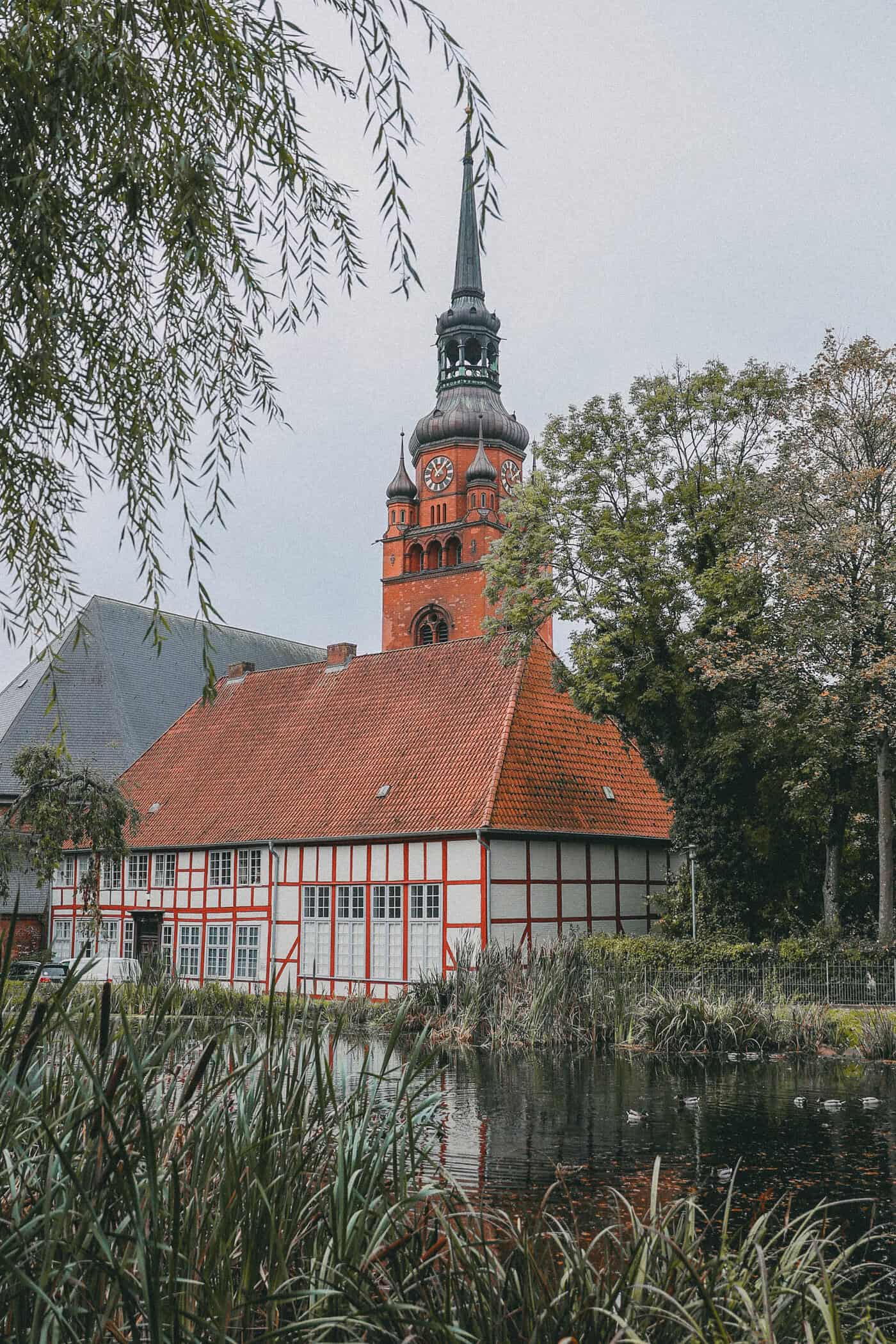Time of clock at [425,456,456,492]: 11:07
